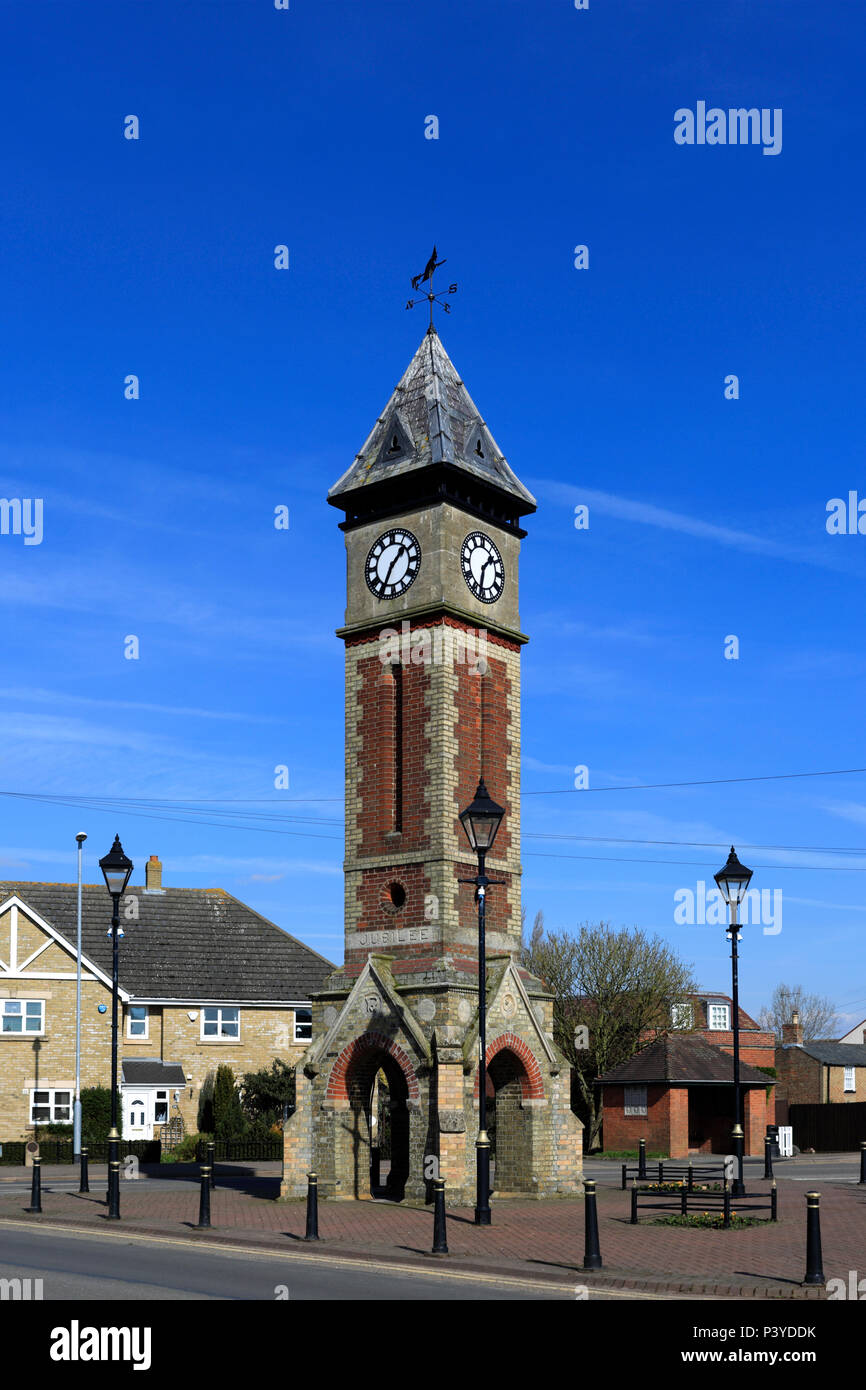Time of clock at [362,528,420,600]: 1:34
